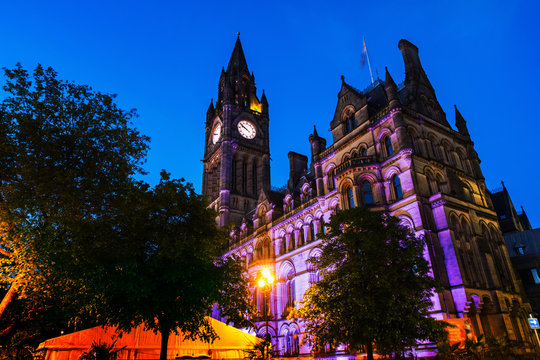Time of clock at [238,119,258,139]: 9:50
